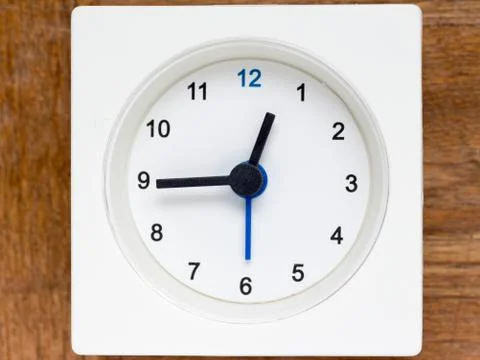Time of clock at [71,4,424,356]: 12:44
